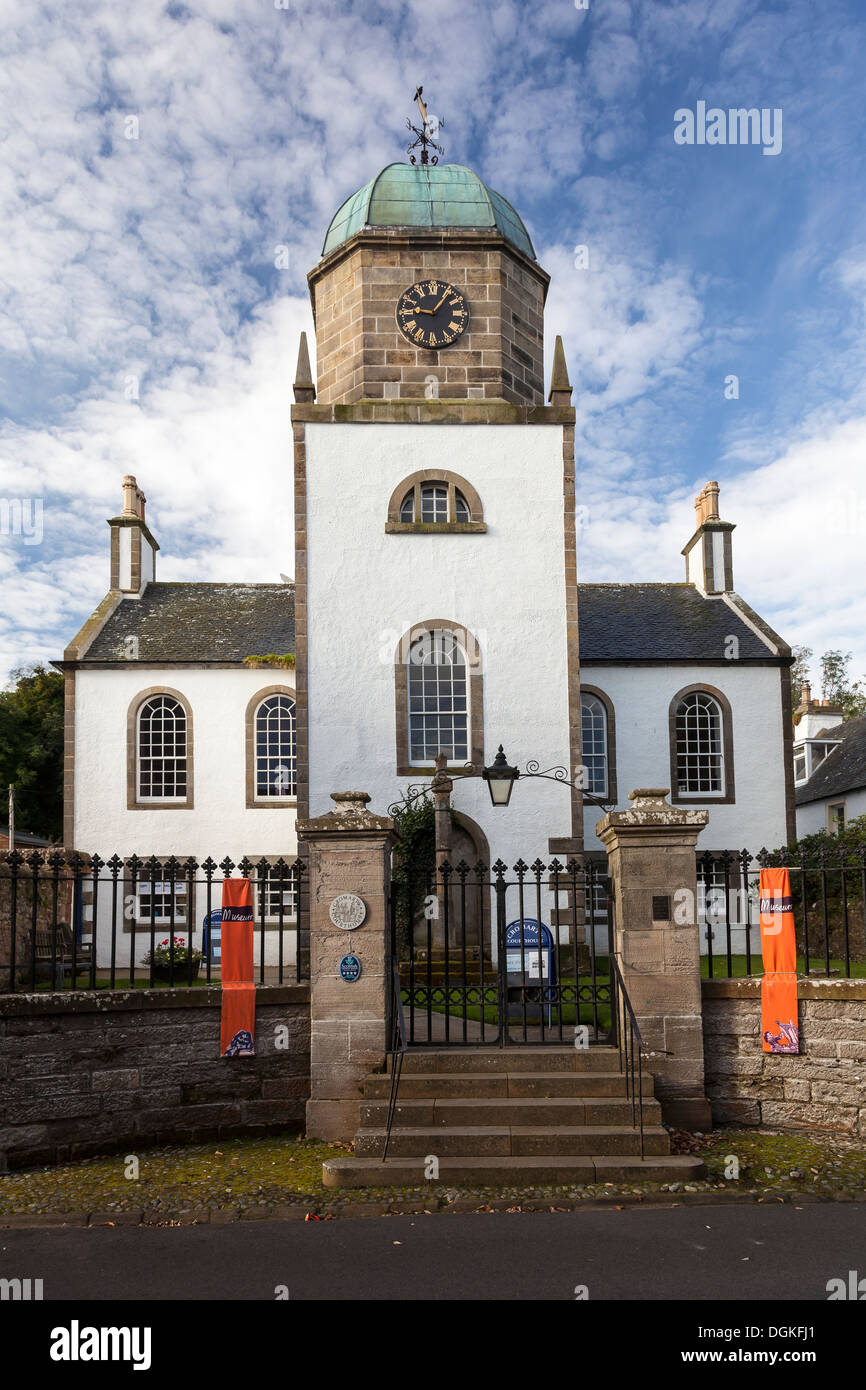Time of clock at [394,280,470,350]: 9:05
